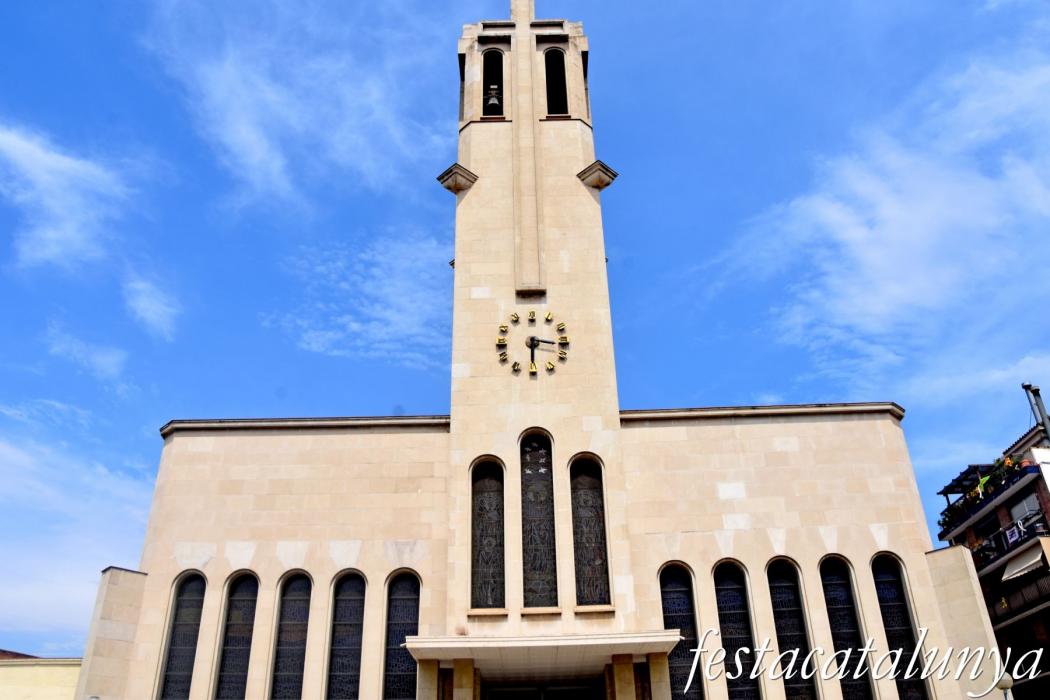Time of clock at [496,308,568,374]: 6:16
